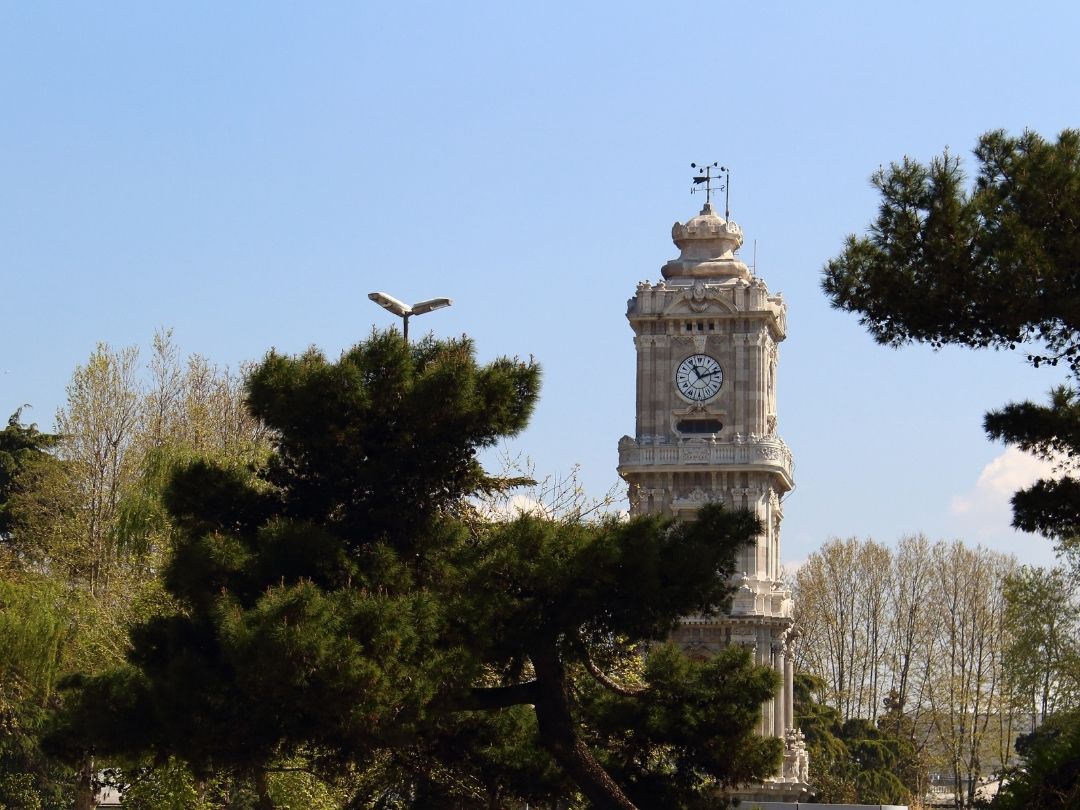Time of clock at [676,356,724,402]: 11:12
